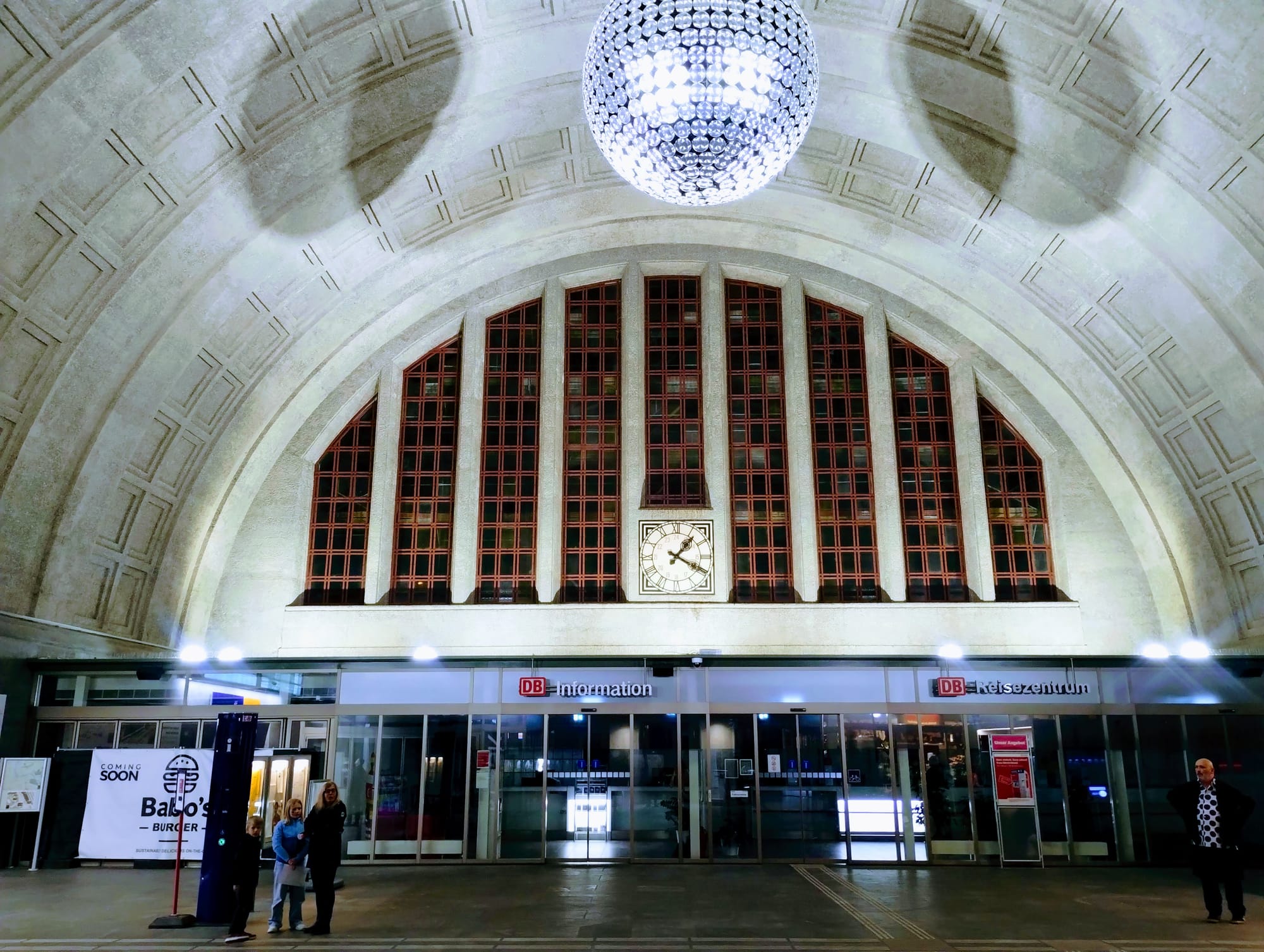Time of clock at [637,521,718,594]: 1:19
